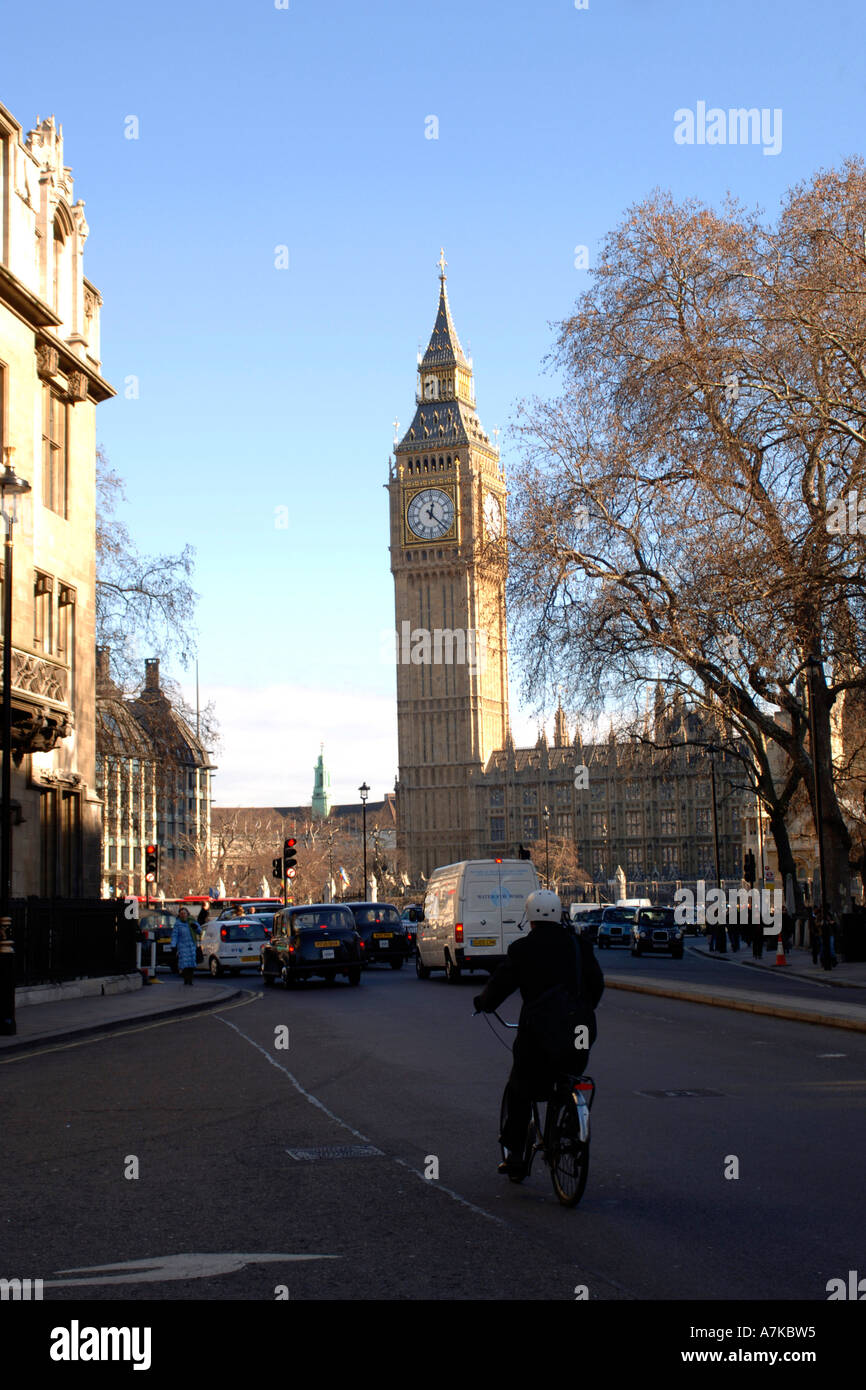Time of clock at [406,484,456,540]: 12:22
